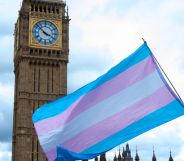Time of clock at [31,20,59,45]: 3:52
